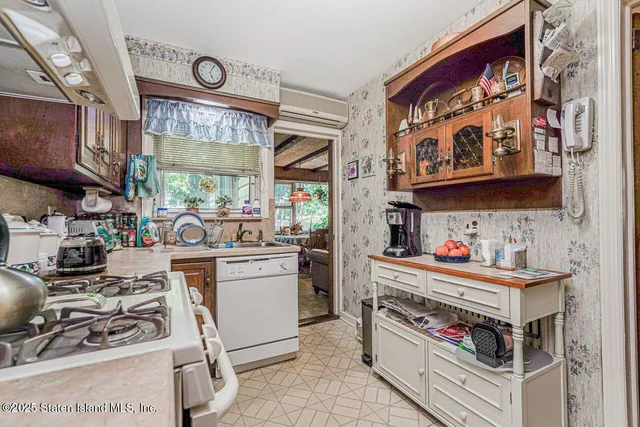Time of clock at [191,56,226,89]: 5:04
